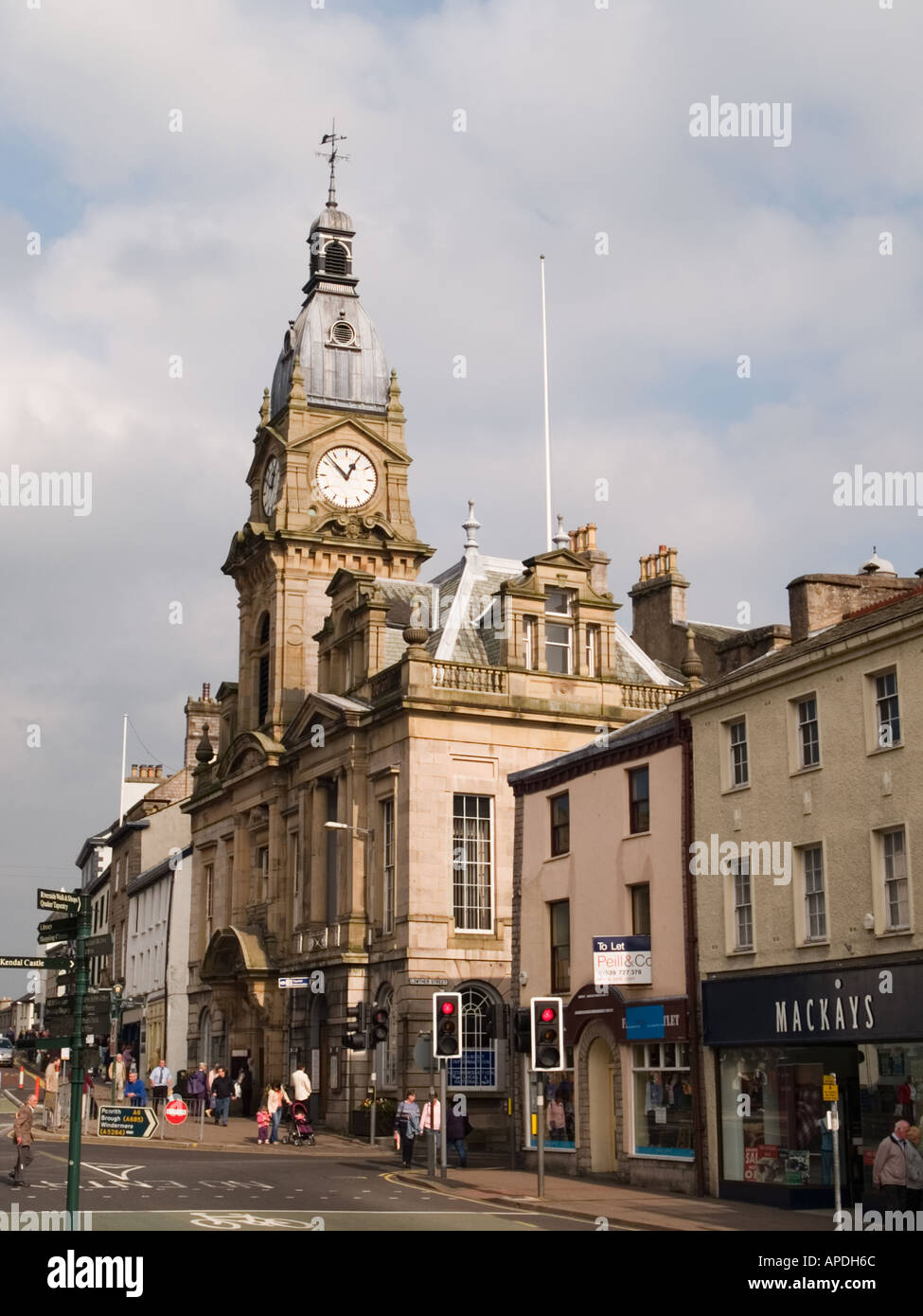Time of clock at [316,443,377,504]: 12:52
